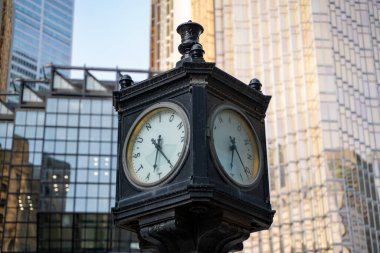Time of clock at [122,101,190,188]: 6:24
